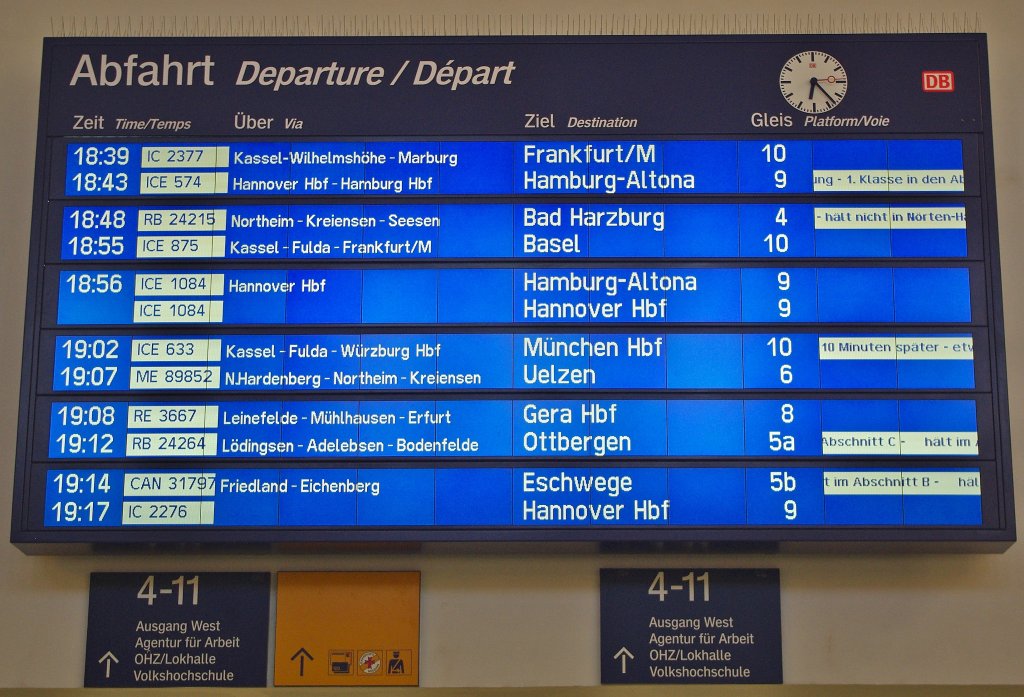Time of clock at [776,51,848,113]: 6:23
